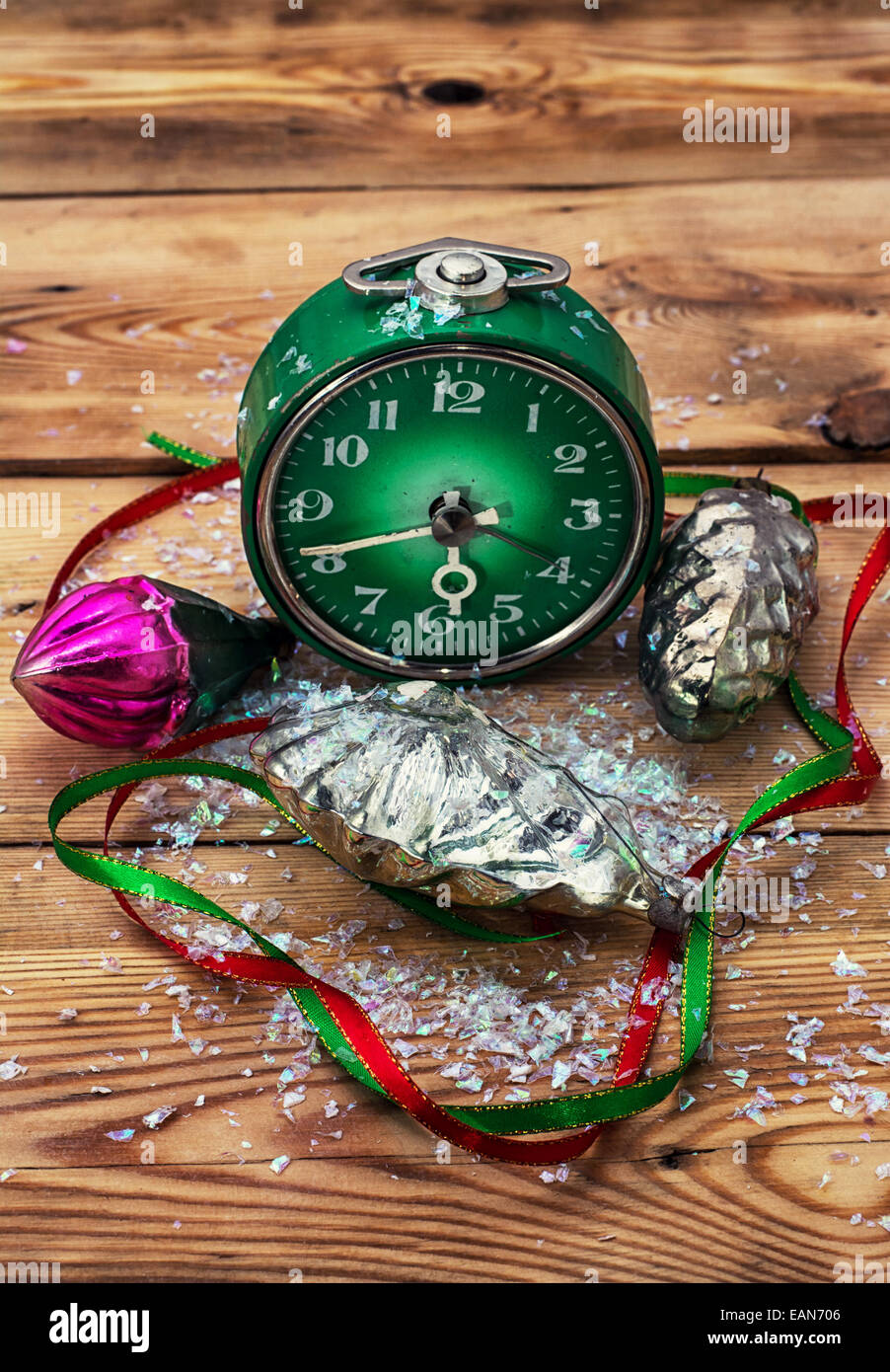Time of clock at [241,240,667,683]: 5:41
